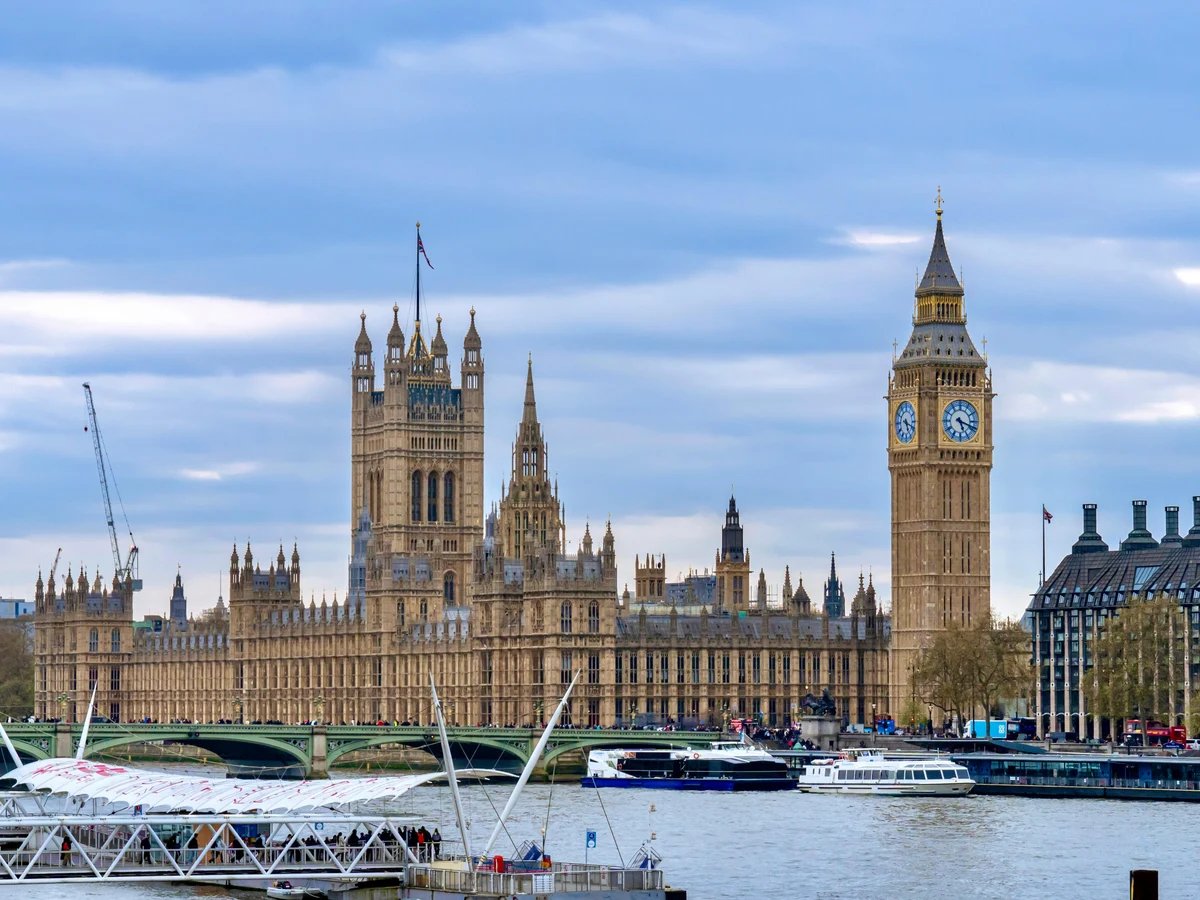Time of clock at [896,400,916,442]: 5:18
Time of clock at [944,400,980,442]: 5:18
